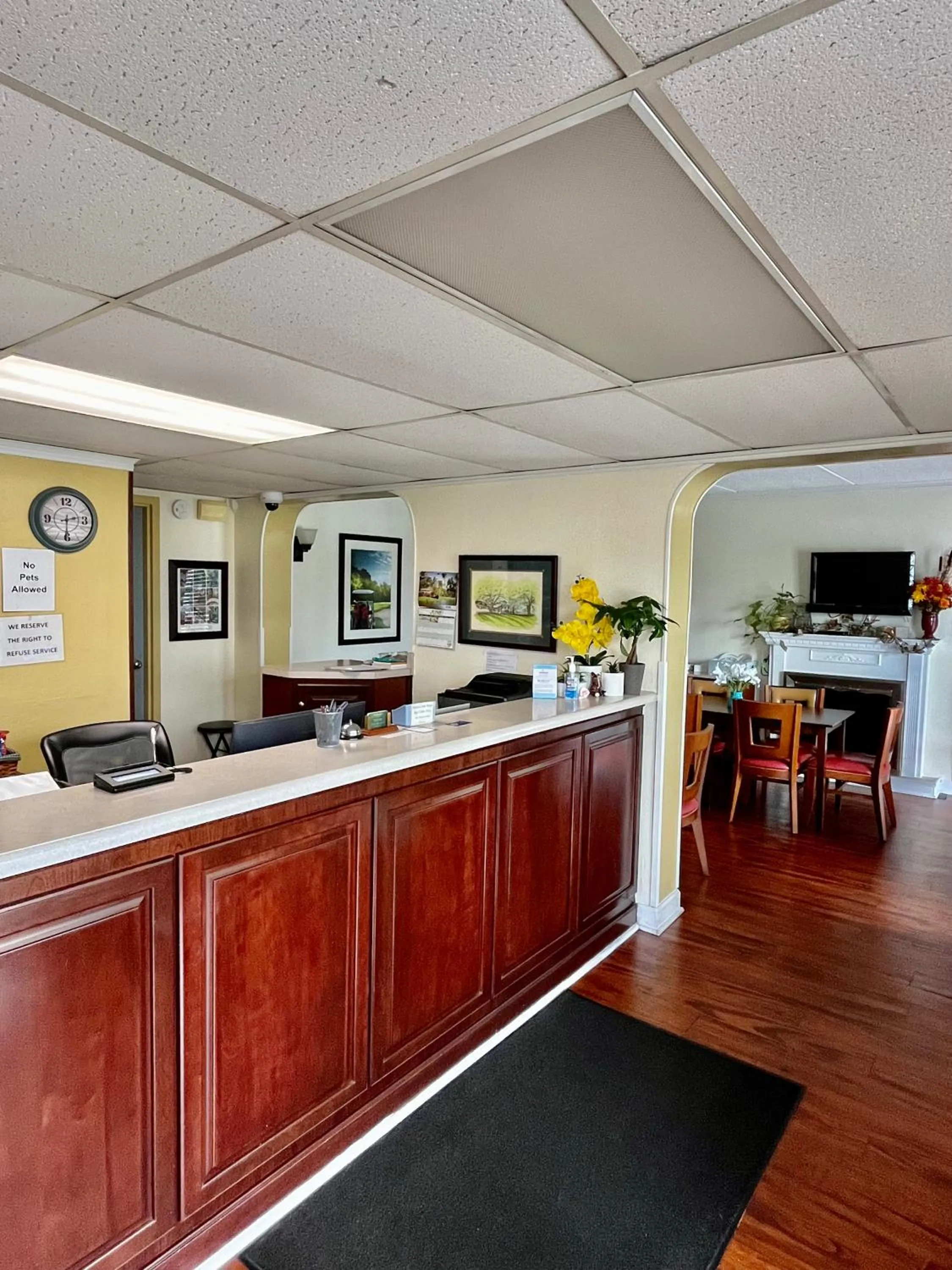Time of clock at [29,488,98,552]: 2:30
